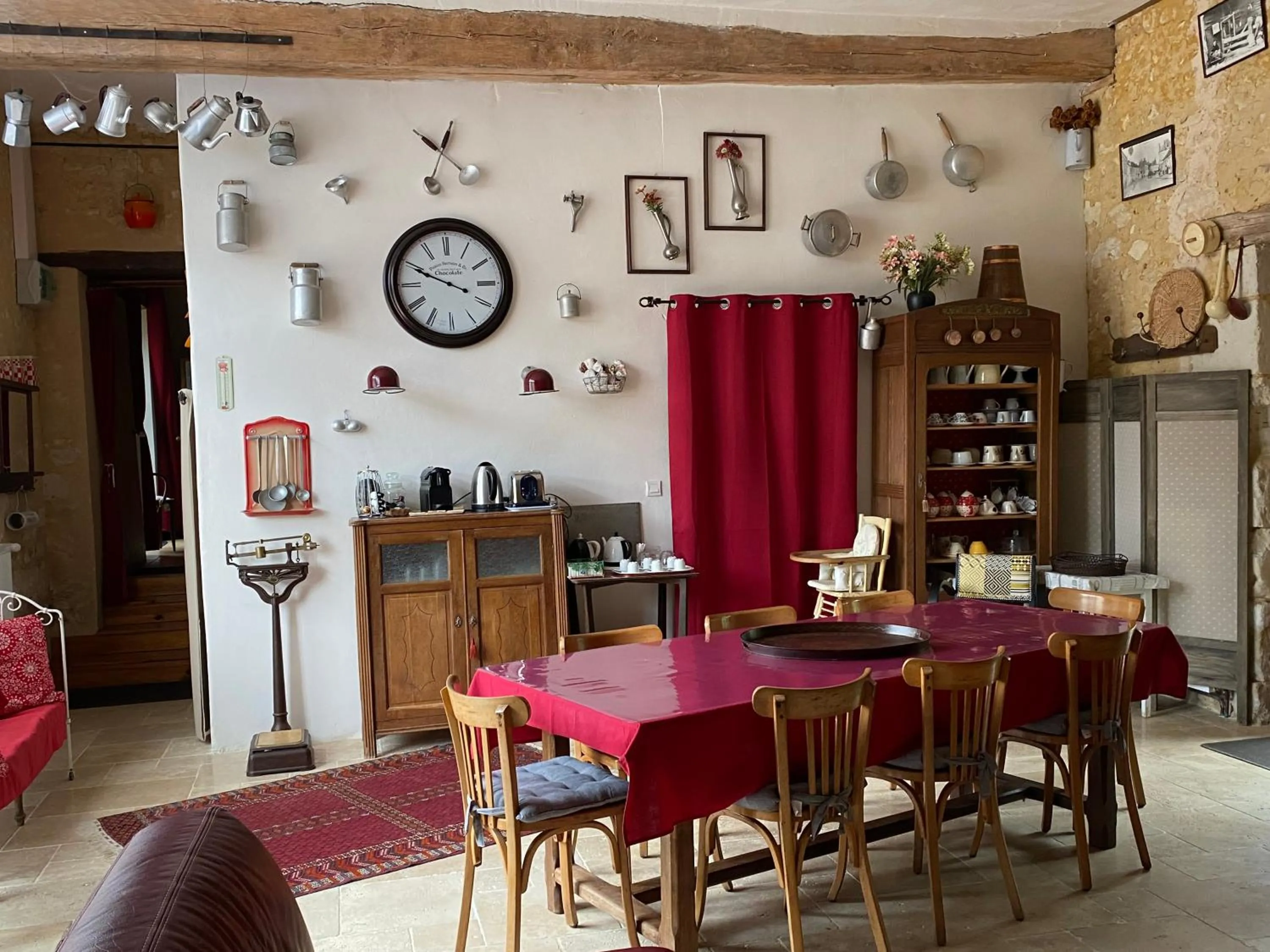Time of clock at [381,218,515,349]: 3:49
